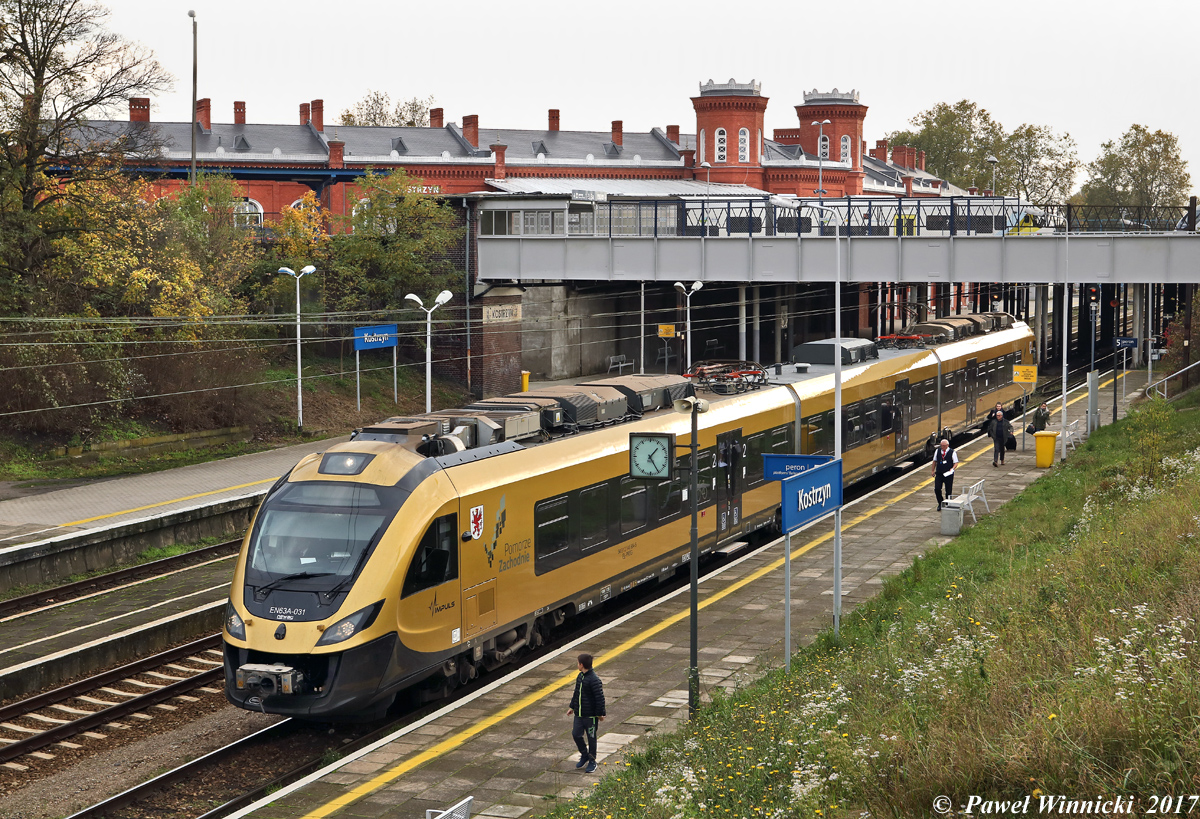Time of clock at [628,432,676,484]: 1:24
